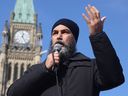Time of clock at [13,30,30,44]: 12:24
